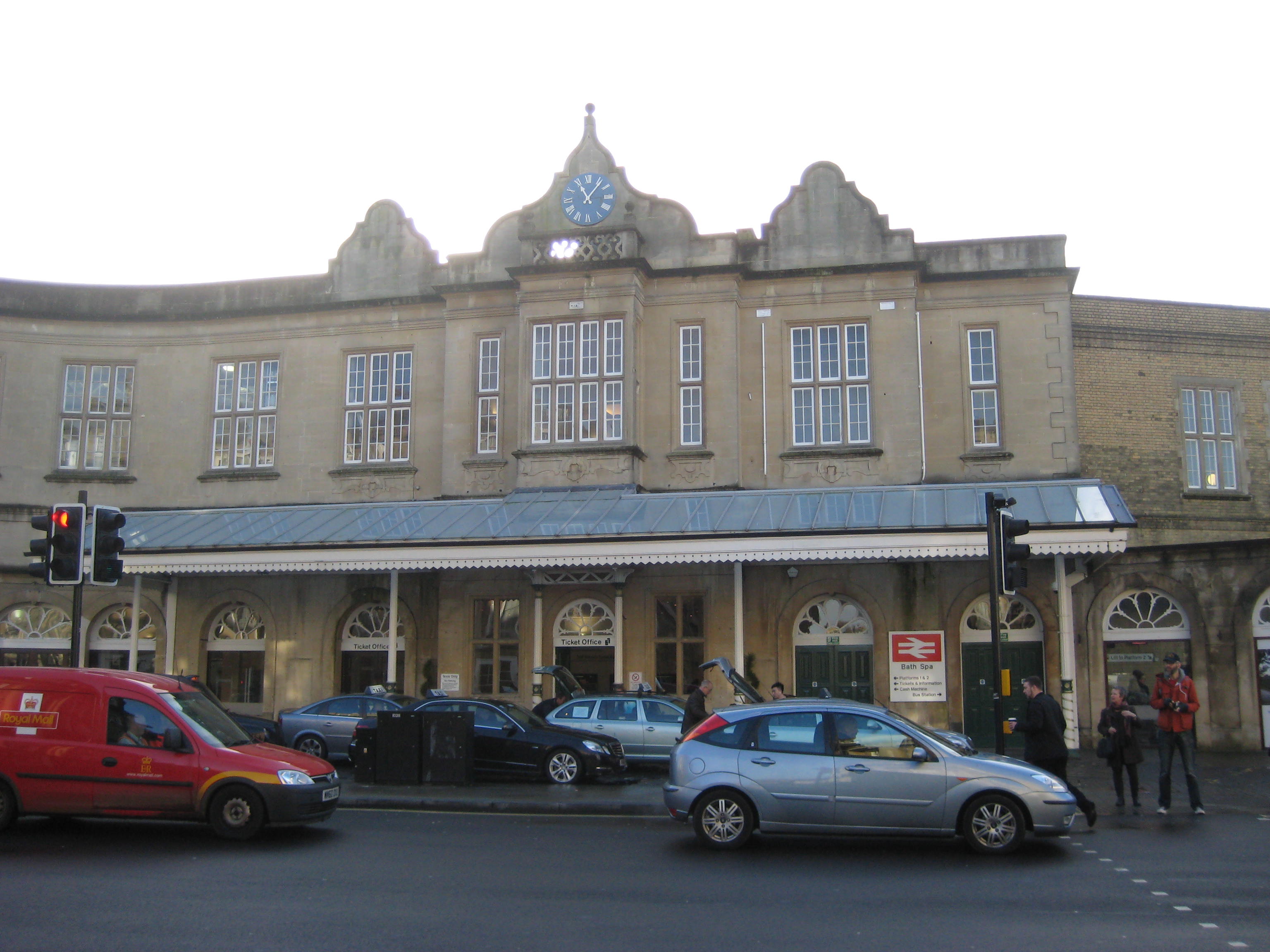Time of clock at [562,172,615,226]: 11:06
